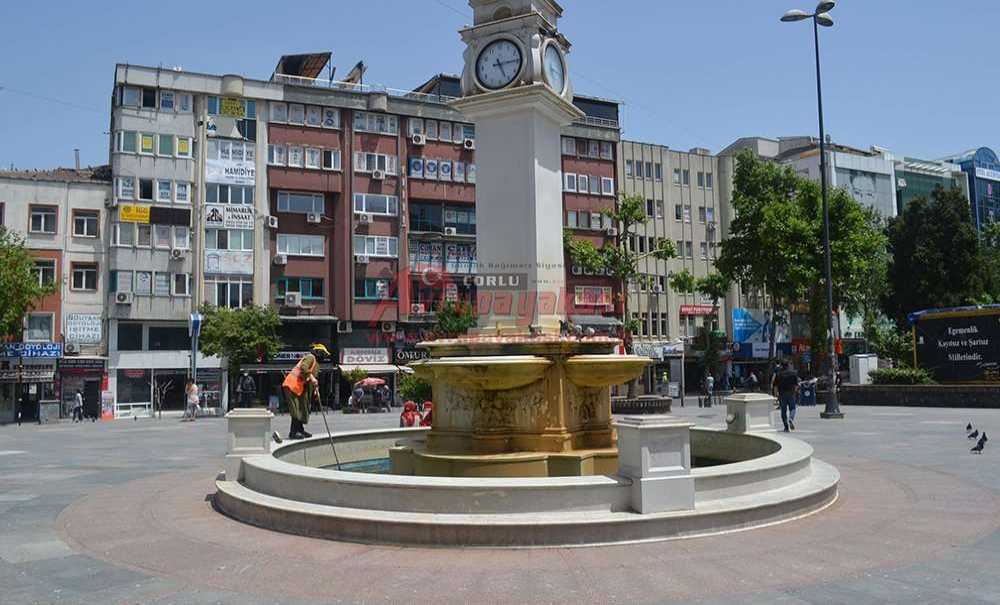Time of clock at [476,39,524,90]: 5:14
